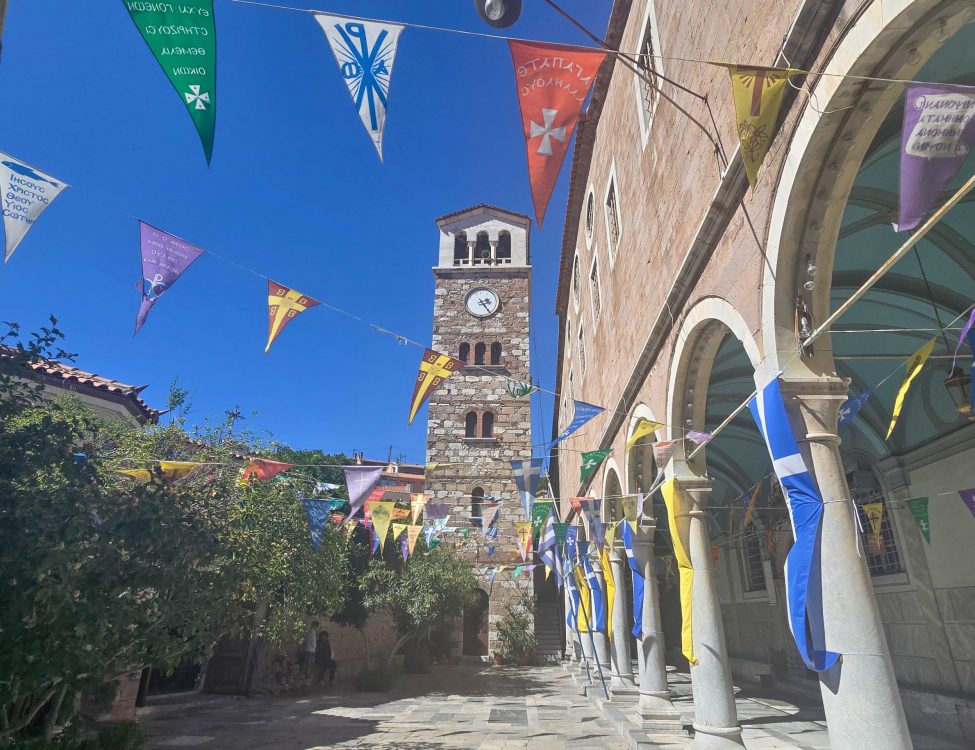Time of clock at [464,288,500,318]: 2:24
